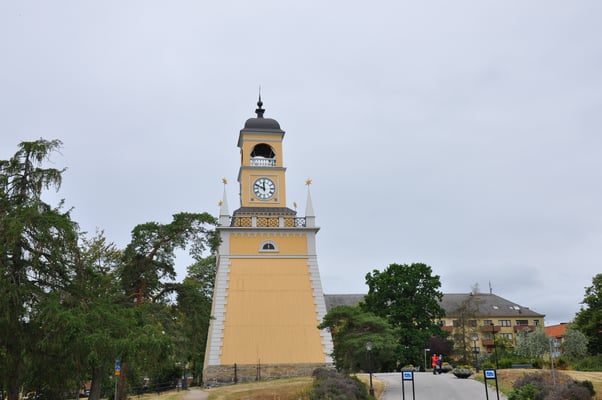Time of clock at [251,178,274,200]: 11:48
